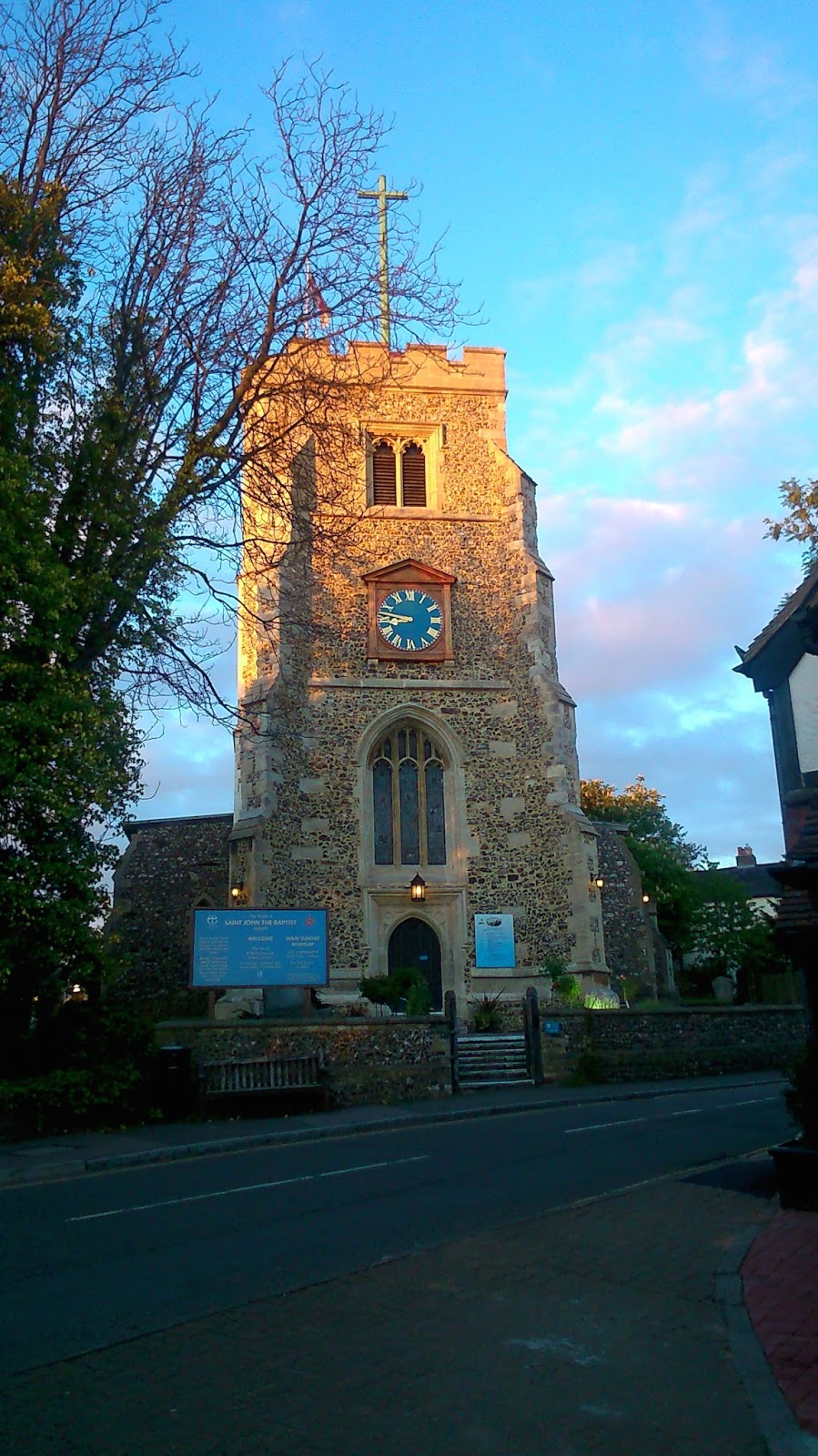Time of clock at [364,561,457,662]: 8:46
